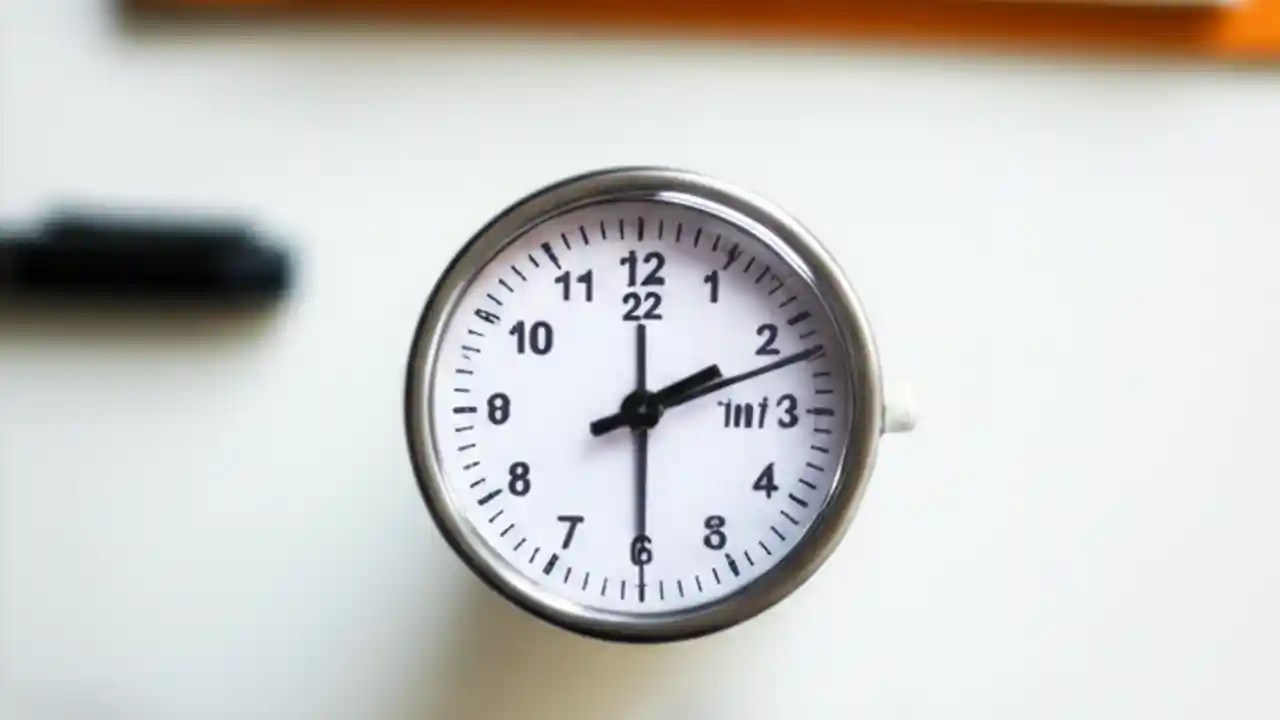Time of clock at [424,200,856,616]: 2:11
